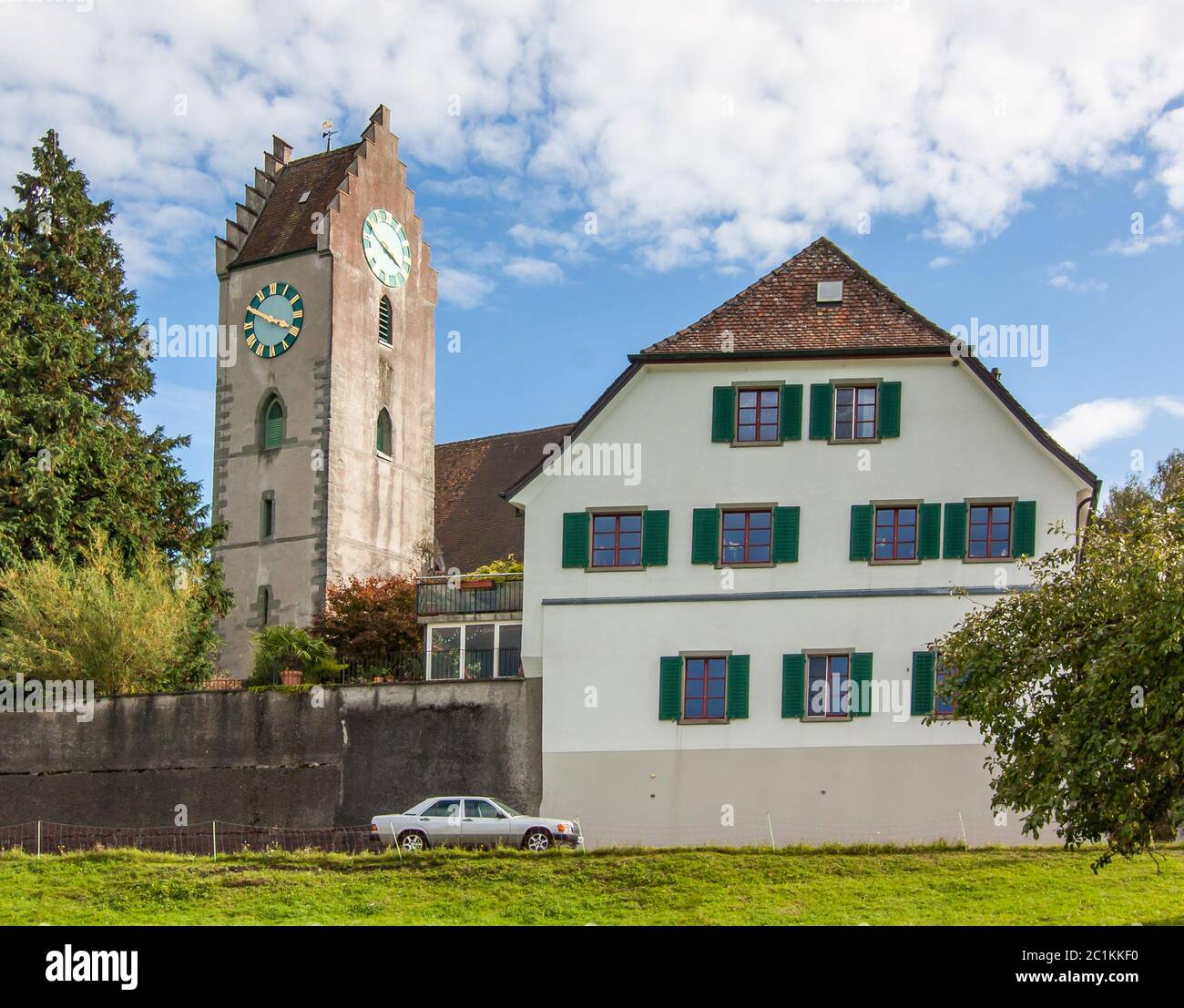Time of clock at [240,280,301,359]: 3:49
